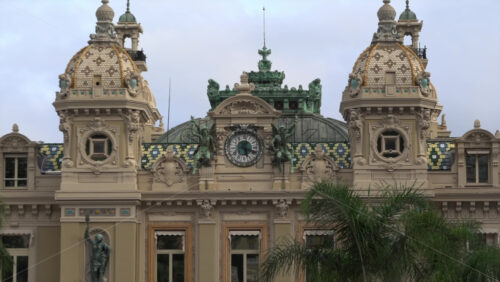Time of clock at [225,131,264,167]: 5:18
